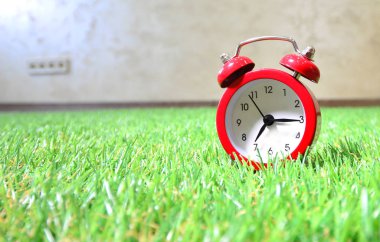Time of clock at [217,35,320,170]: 7:15
